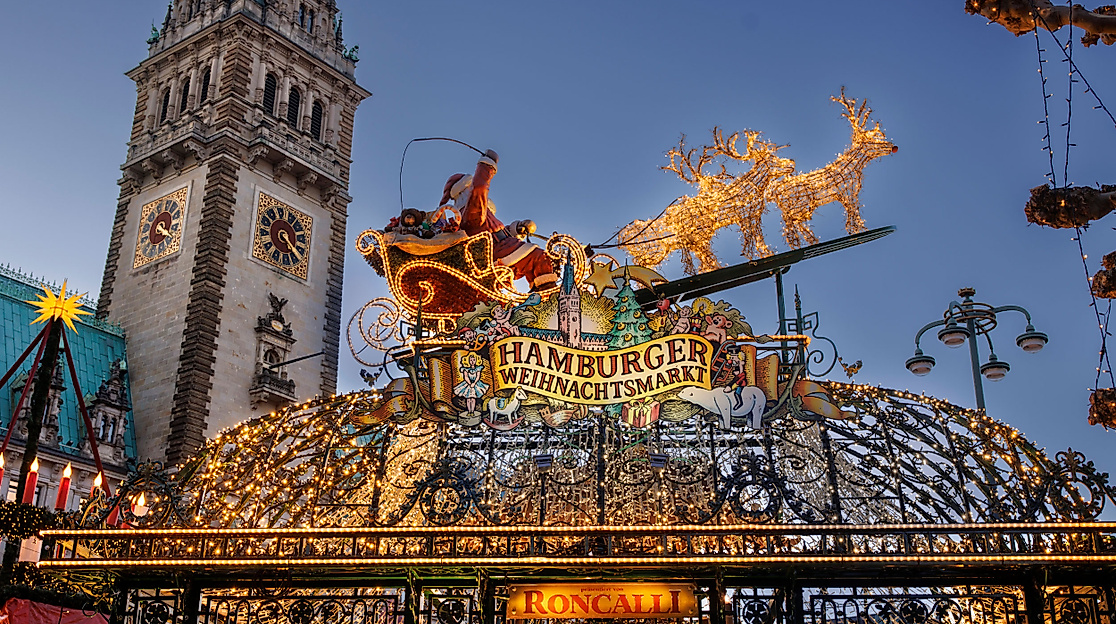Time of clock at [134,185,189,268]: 4:20
